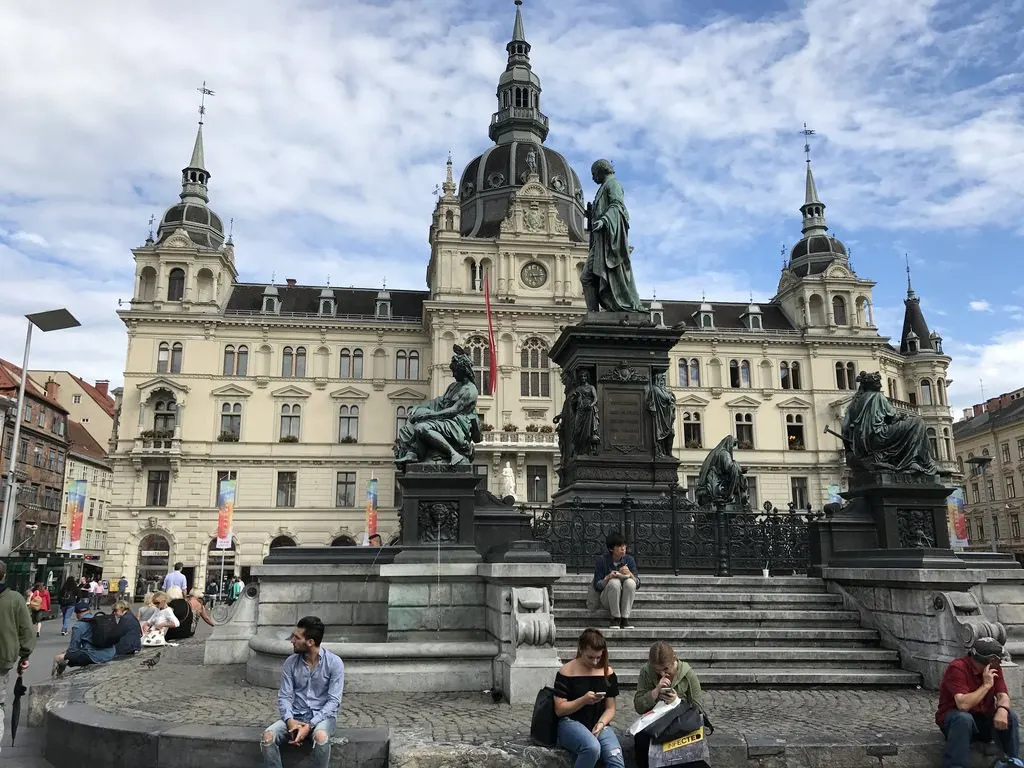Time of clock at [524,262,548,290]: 5:14
